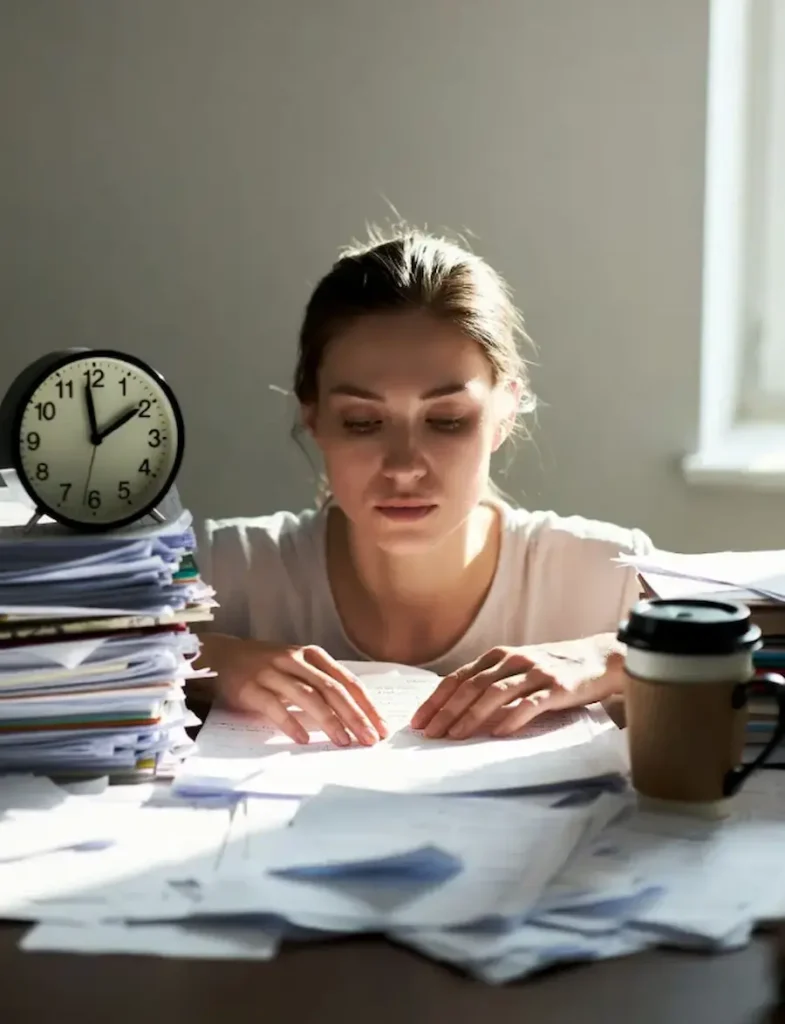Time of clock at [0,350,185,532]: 1:58
